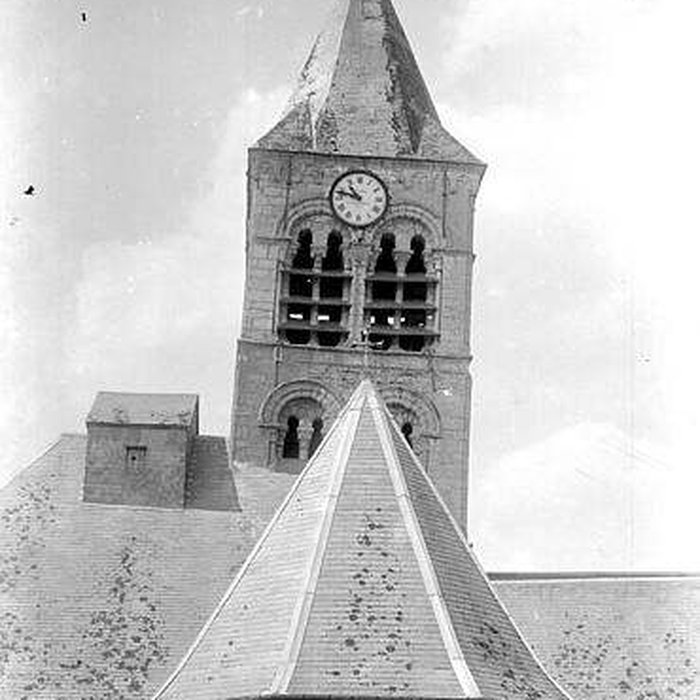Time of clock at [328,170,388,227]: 10:47
